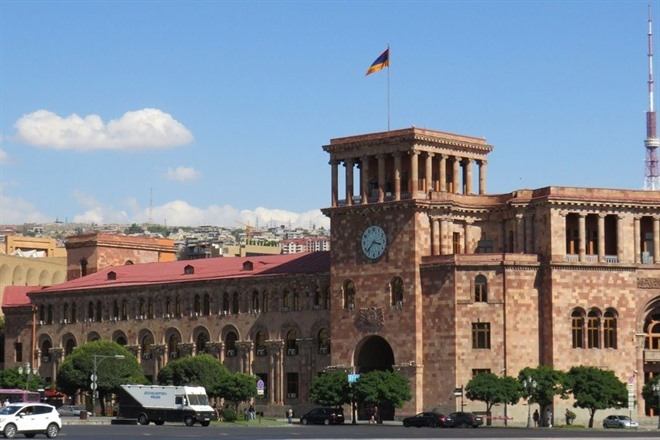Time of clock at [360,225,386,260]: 3:37
